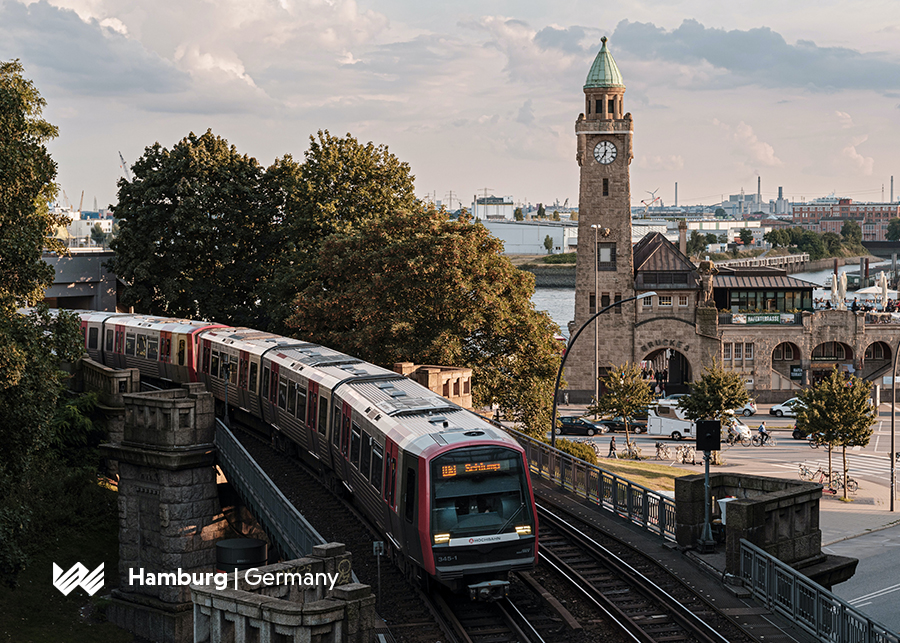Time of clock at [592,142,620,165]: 6:59
